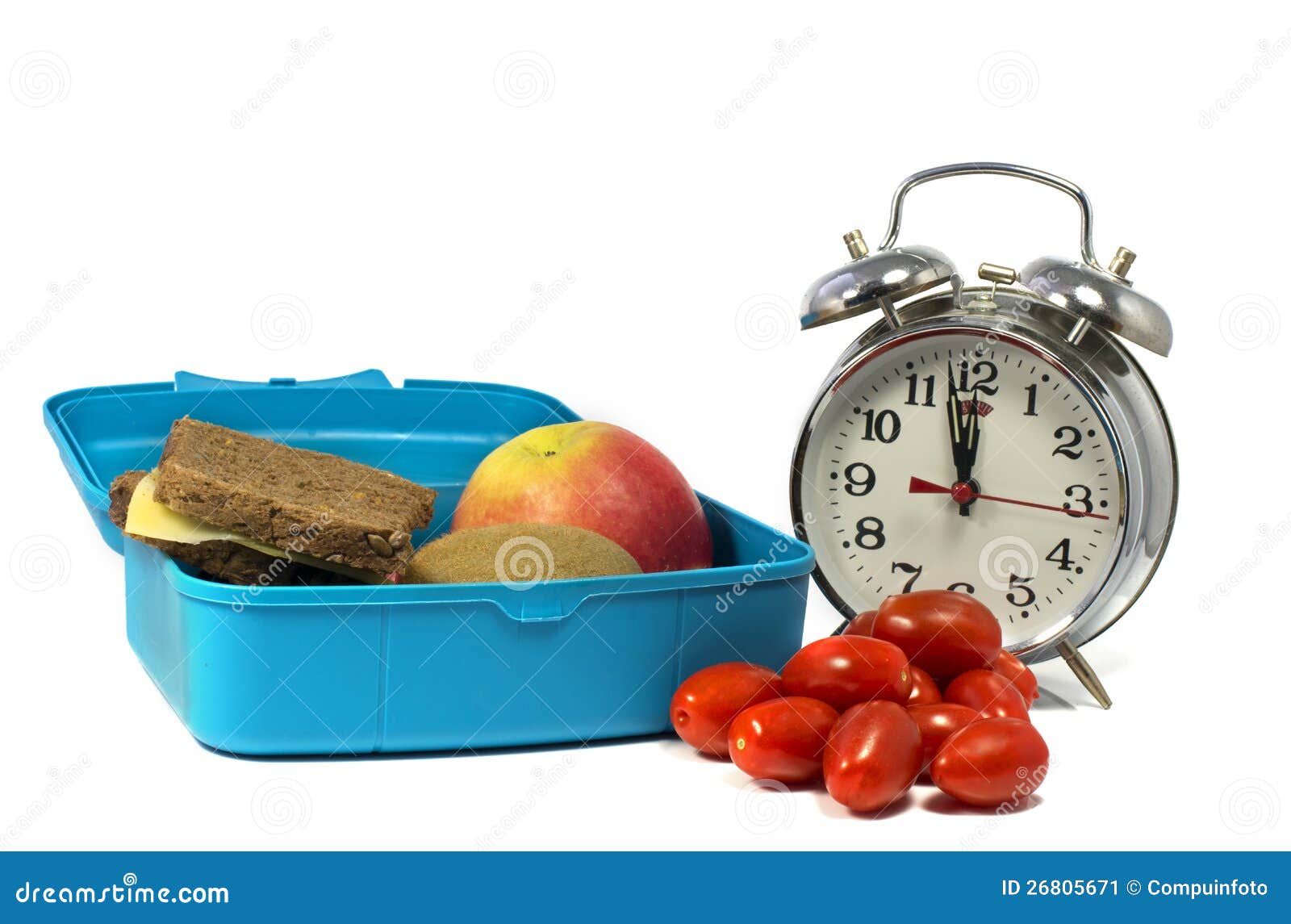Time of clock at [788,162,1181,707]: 11:57
